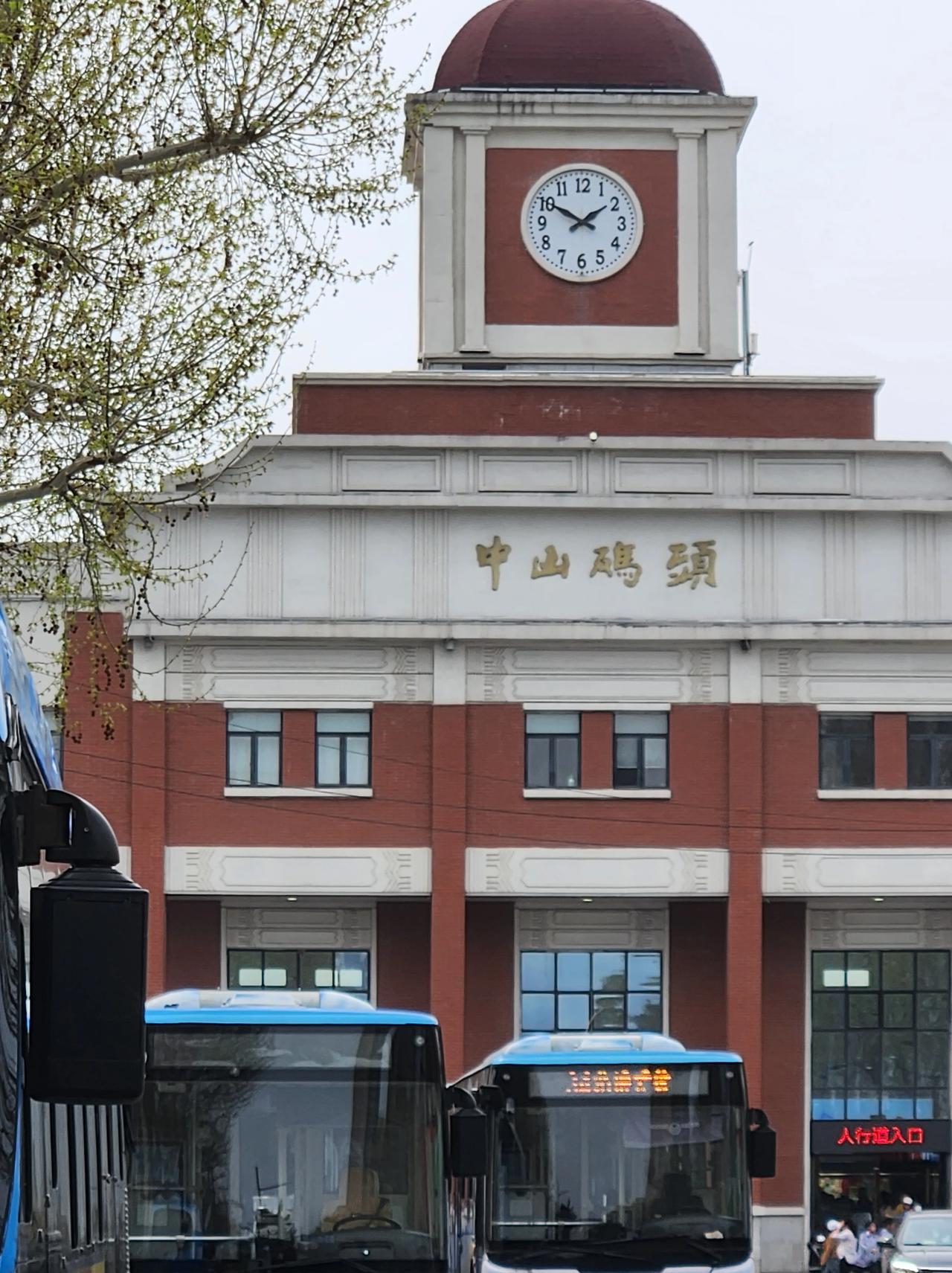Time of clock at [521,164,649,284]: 1:50
